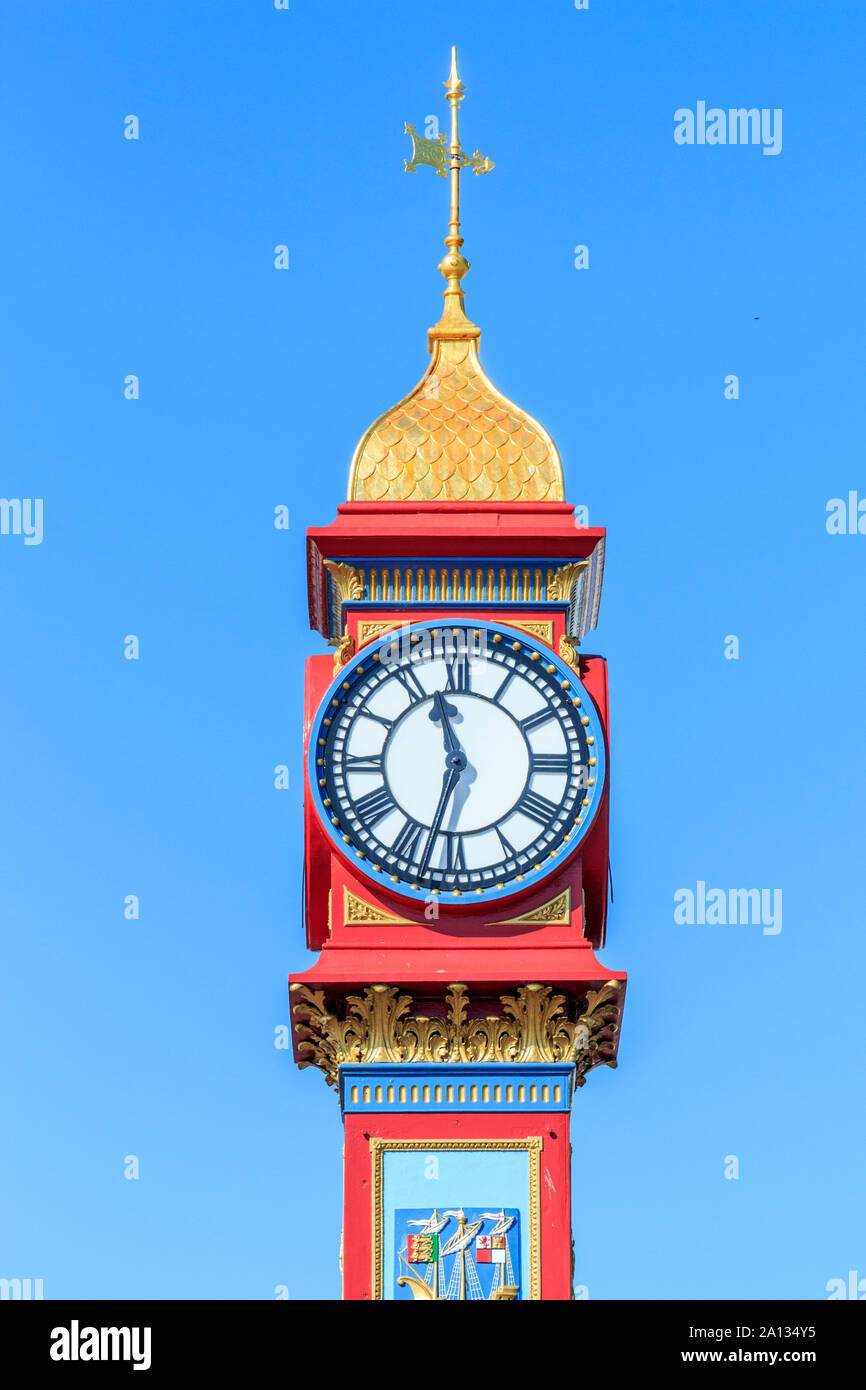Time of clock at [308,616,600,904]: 11:32
